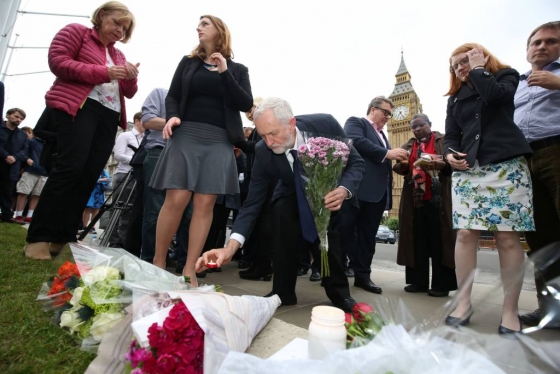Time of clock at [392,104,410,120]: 7:25
